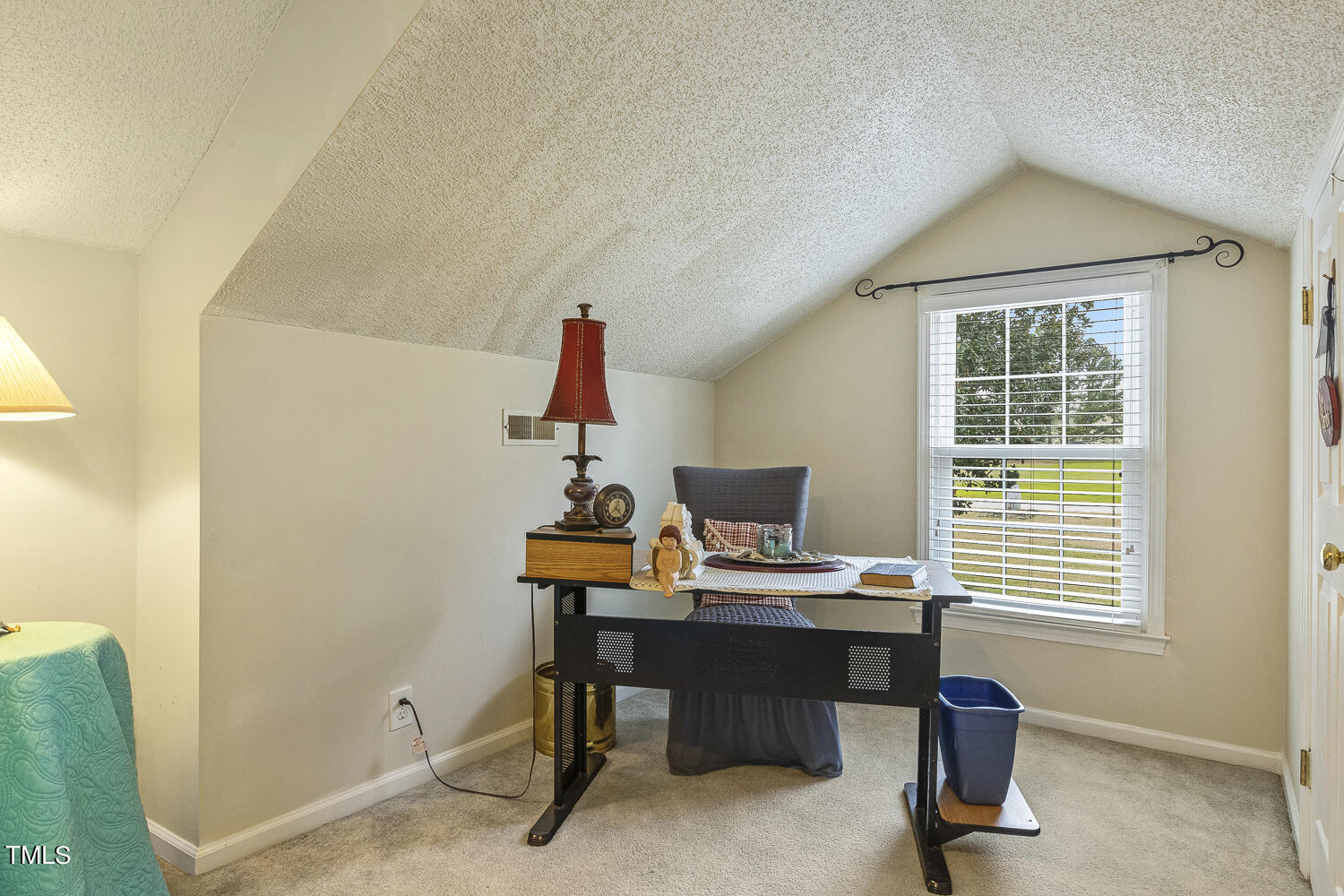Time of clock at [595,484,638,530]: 12:23
